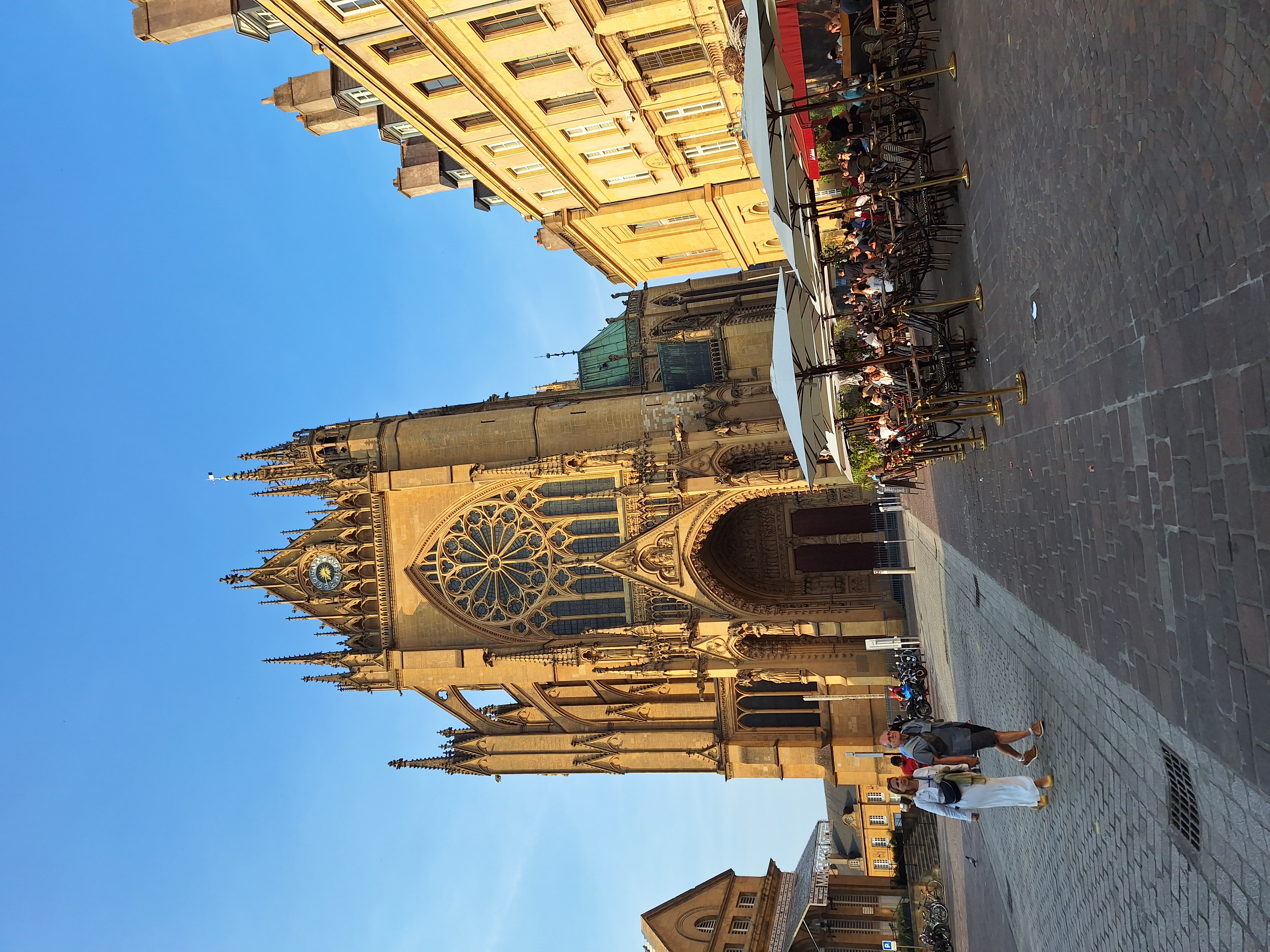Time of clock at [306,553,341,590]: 12:28
